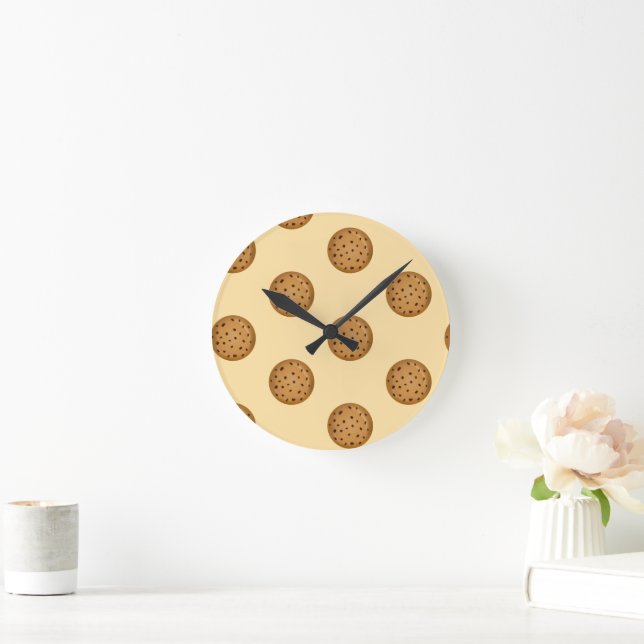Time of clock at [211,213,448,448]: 10:07
